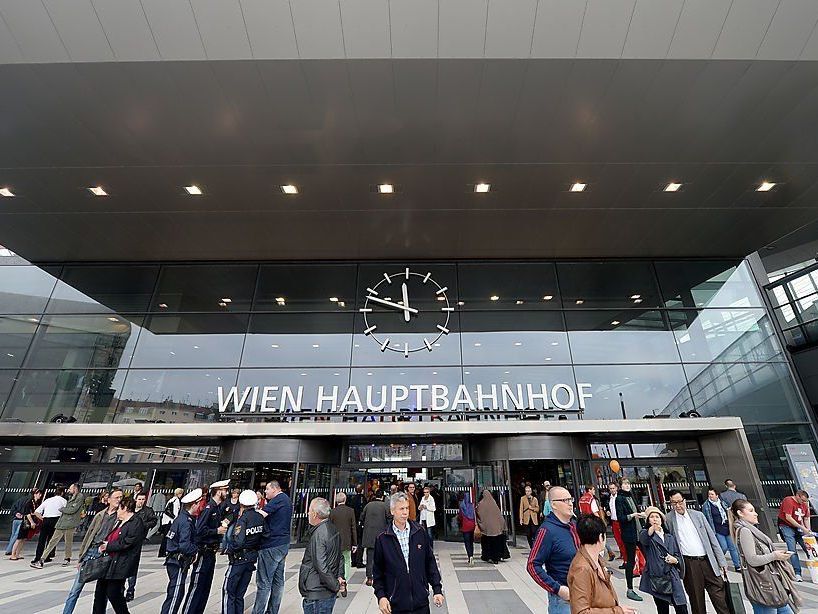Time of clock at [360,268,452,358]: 11:48
